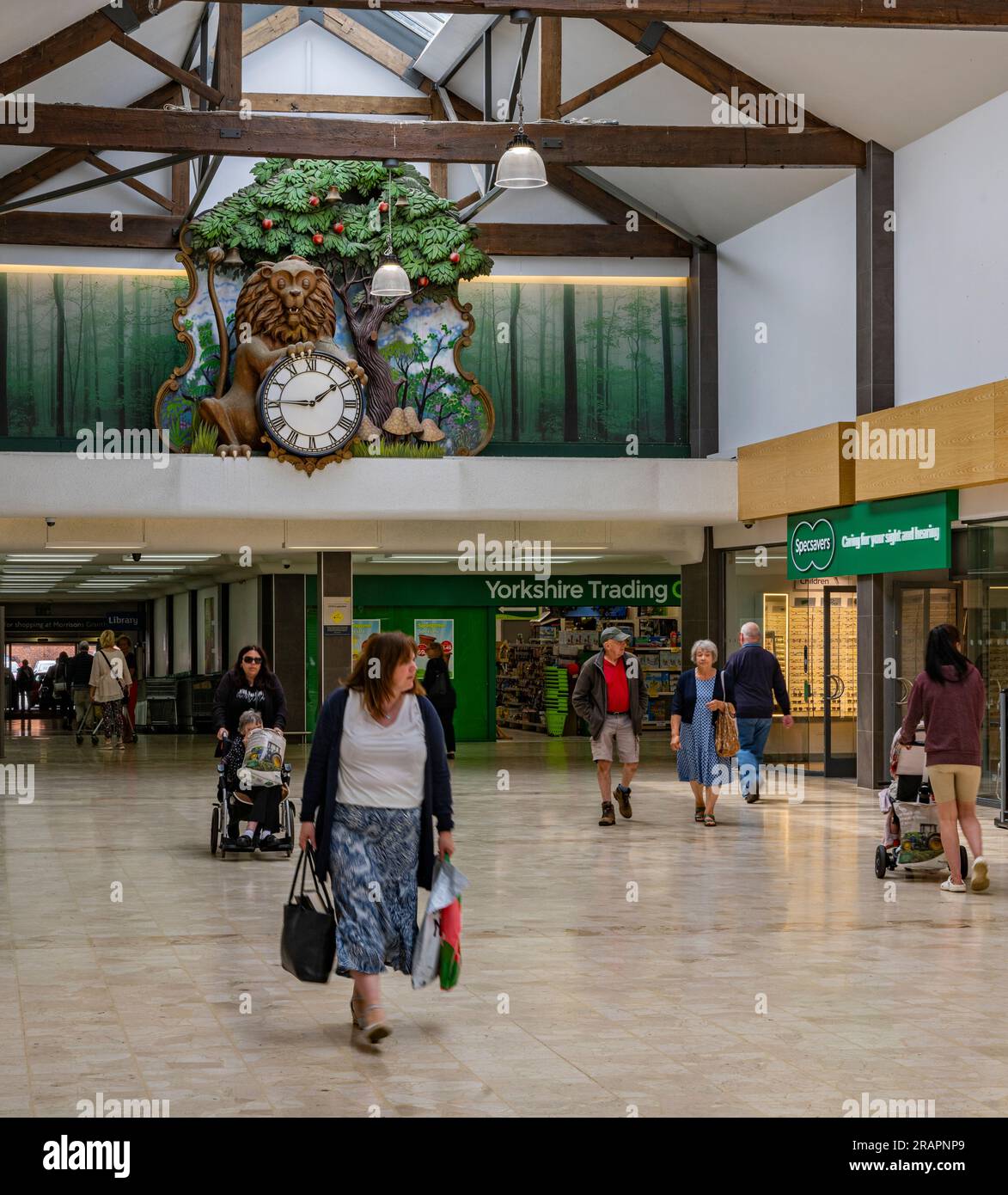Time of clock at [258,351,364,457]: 1:45
